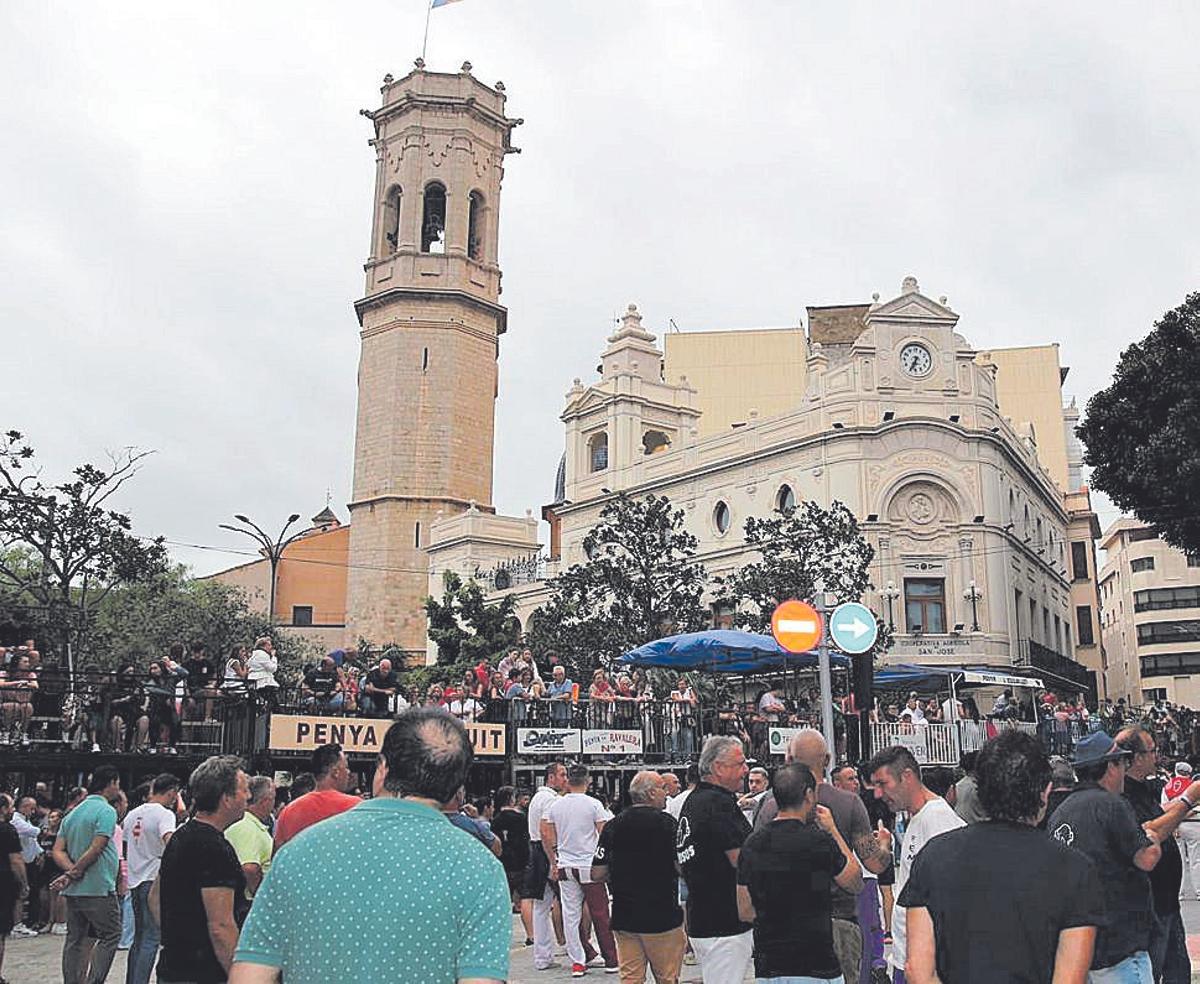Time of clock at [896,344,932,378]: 6:34
